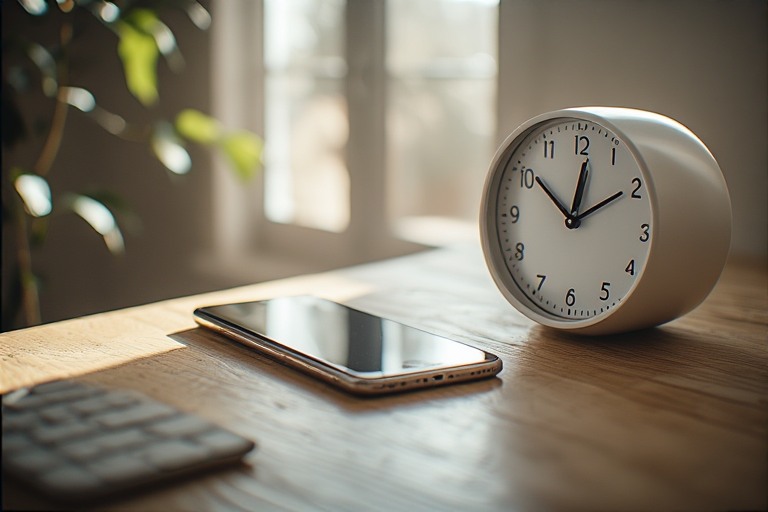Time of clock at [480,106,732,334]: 12:09
